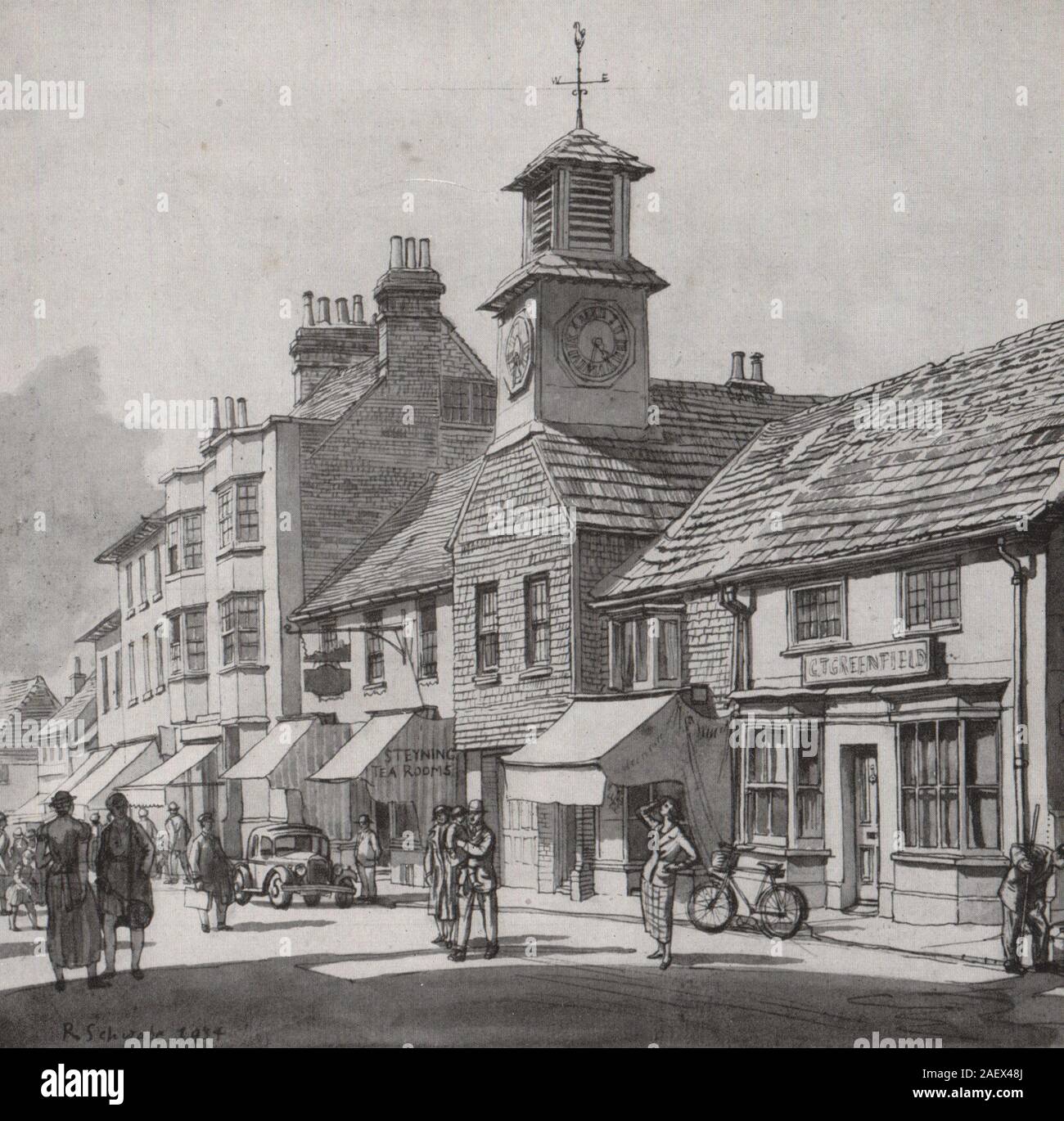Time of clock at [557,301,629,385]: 4:32
